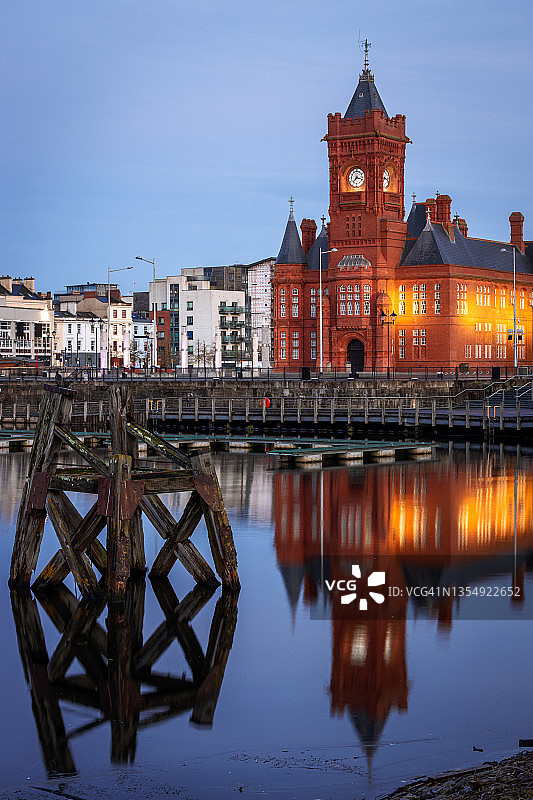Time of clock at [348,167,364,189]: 7:17
